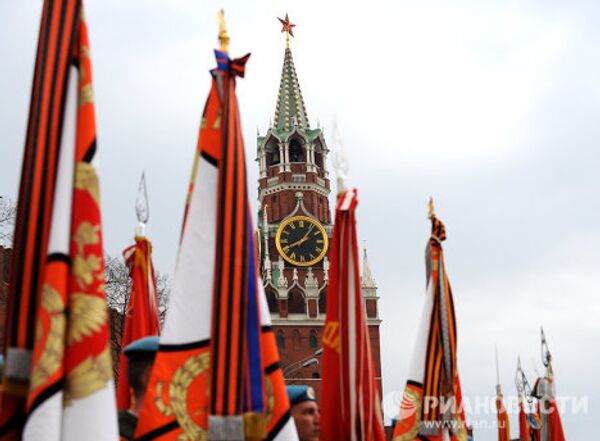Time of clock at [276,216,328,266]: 8:06
